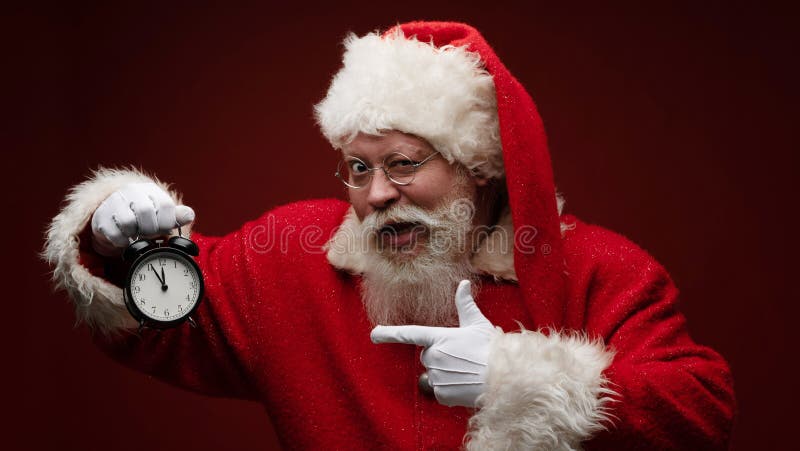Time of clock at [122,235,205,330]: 11:55
